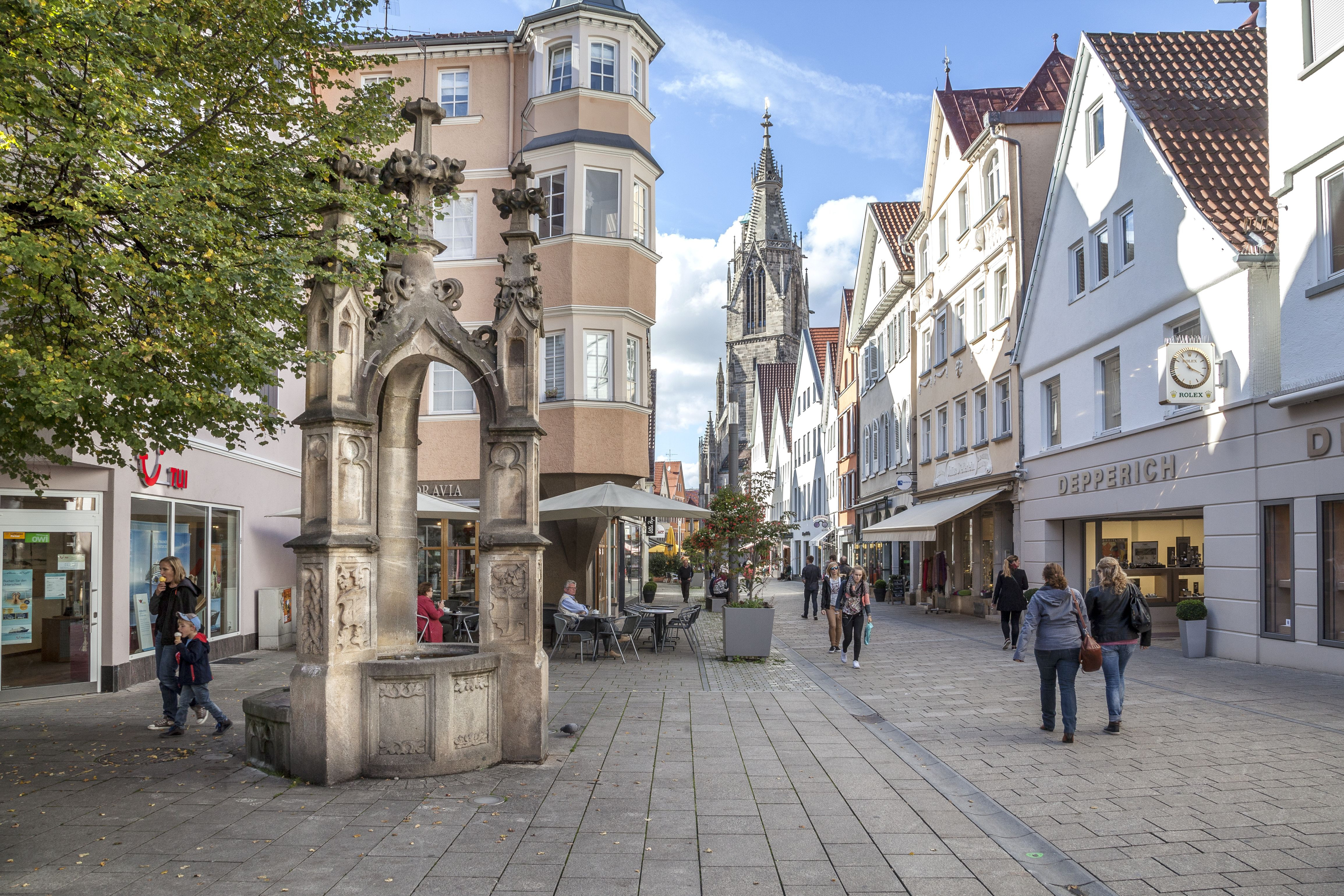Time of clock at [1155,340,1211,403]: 3:53
